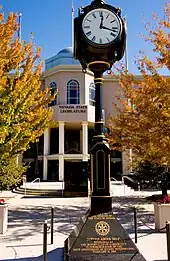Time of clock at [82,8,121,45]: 12:17
